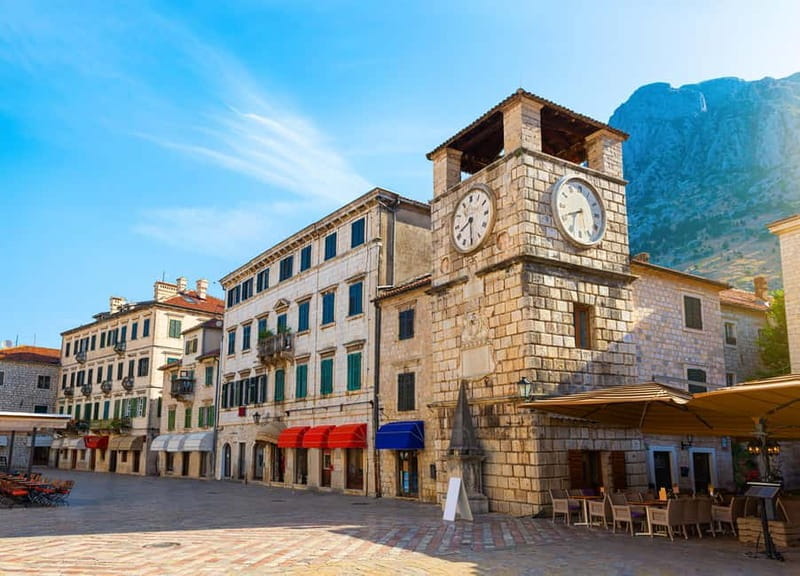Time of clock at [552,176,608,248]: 6:41
